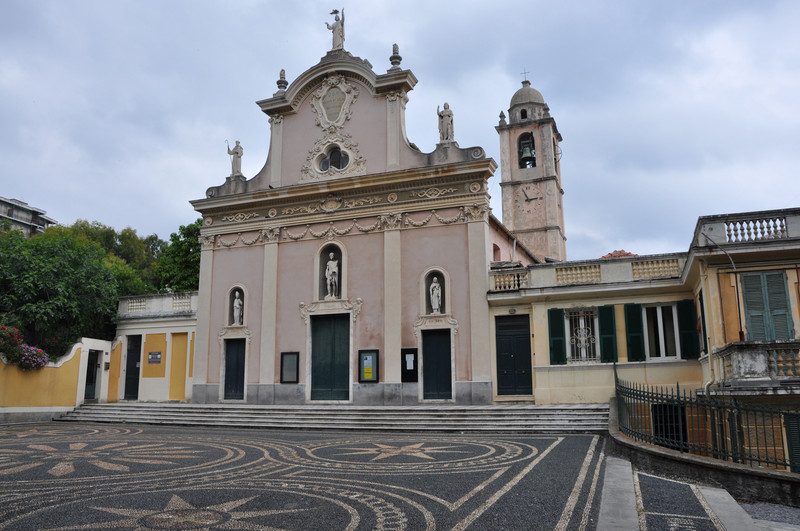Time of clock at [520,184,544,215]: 2:56
